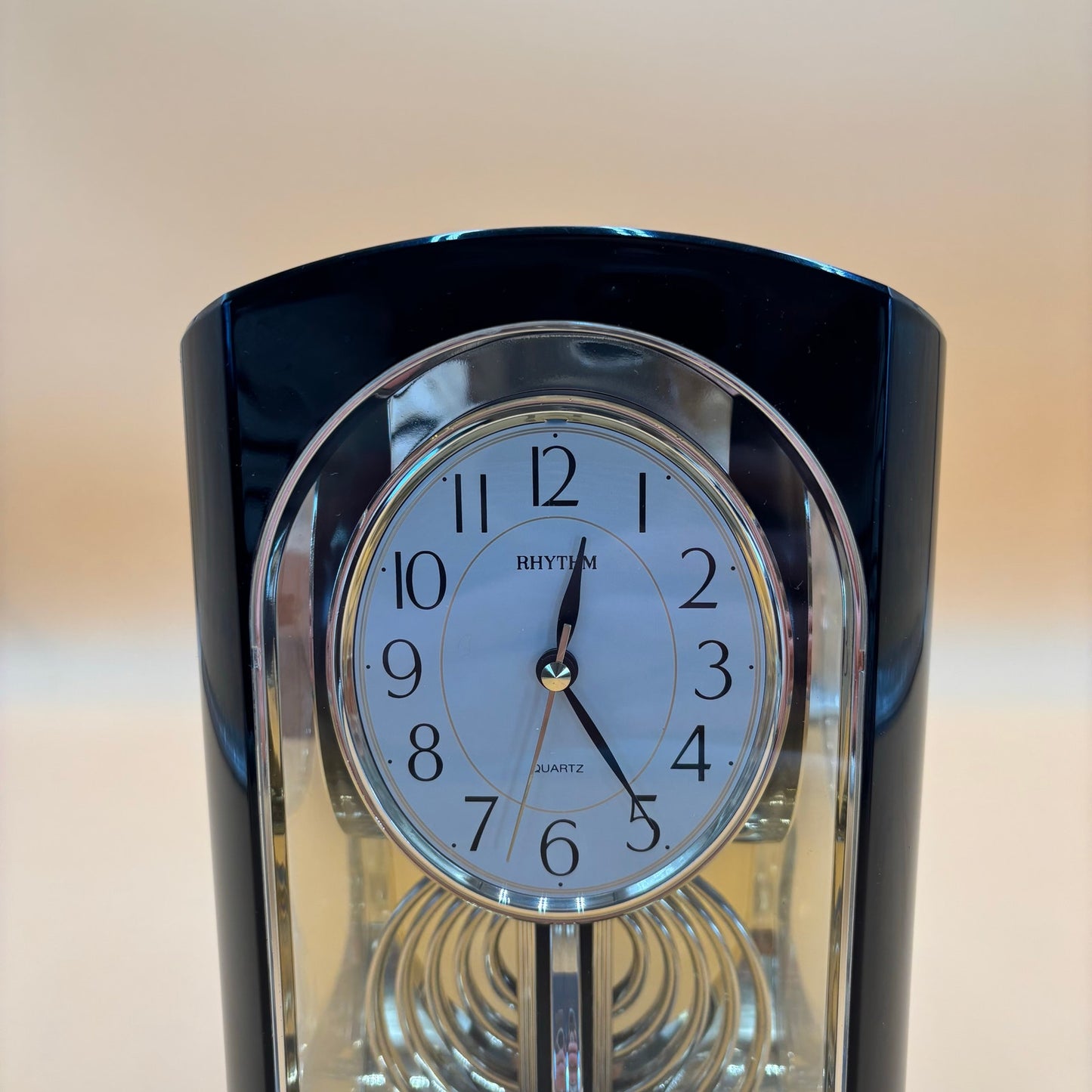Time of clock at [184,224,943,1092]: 12:24
